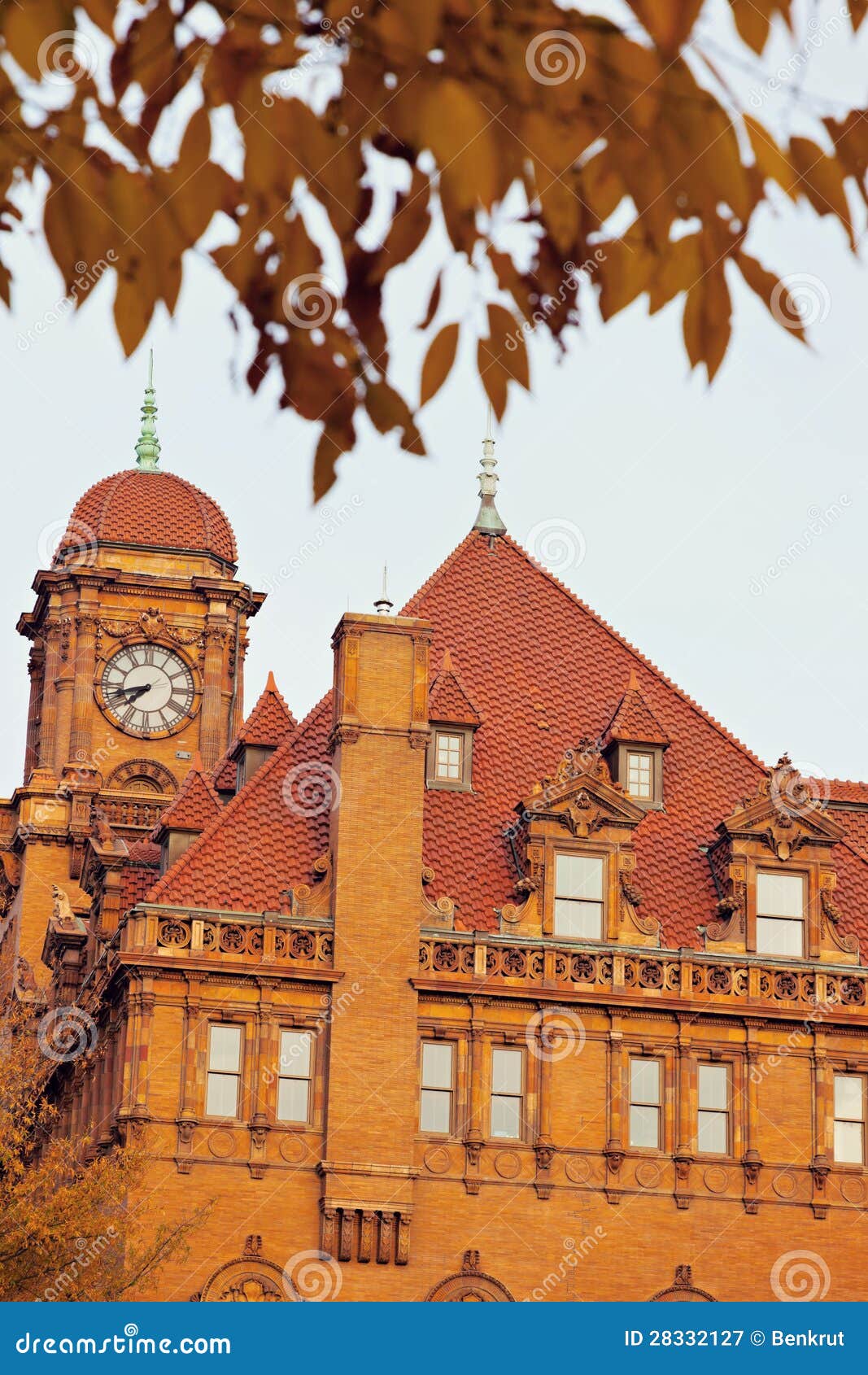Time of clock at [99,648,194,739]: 7:42
